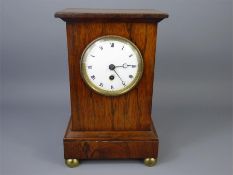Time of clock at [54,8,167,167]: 5:14
